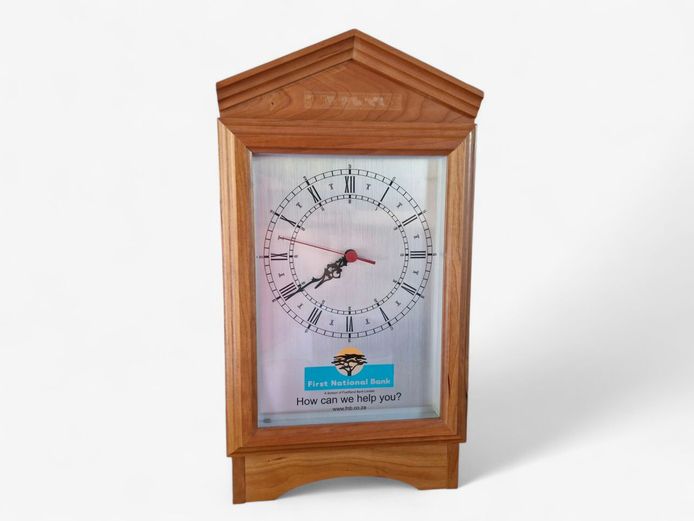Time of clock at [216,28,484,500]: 7:40
